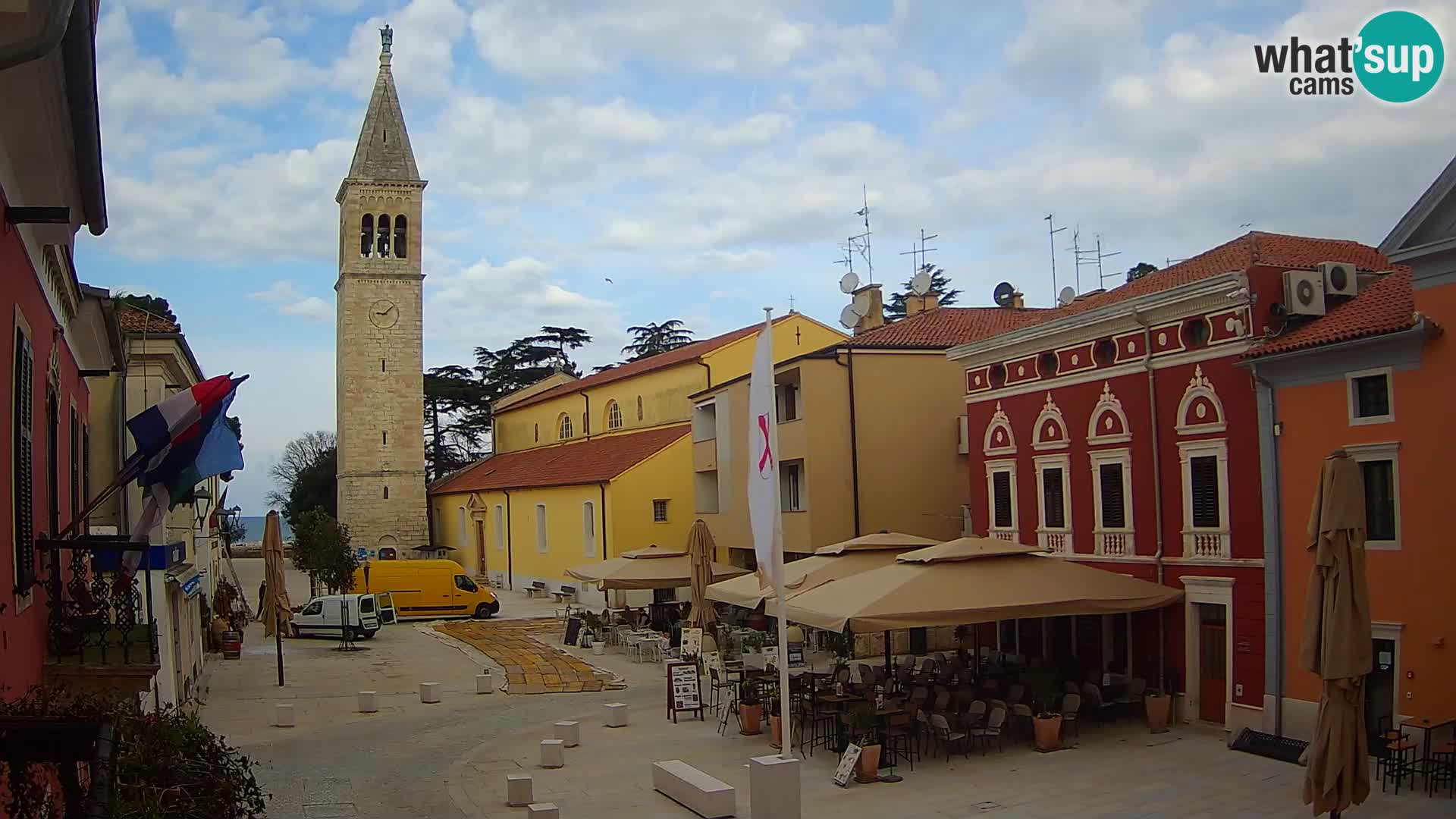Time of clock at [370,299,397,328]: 9:08
